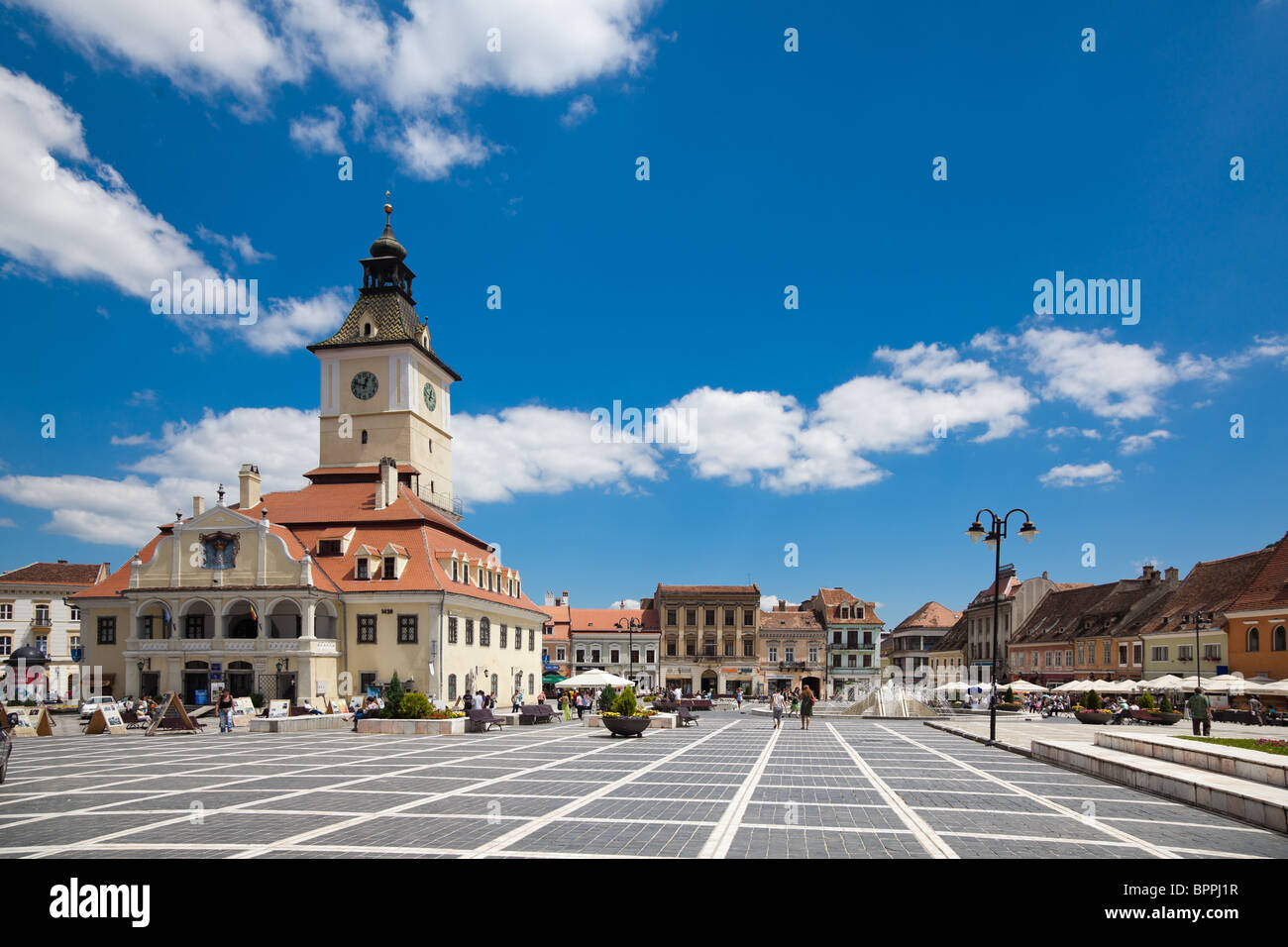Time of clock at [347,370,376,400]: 12:48
